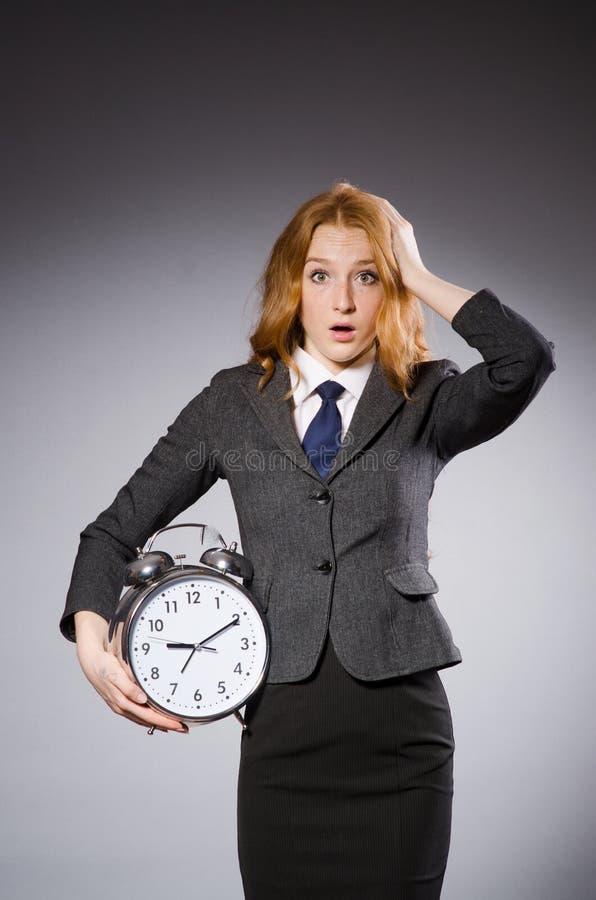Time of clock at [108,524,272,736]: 9:10
